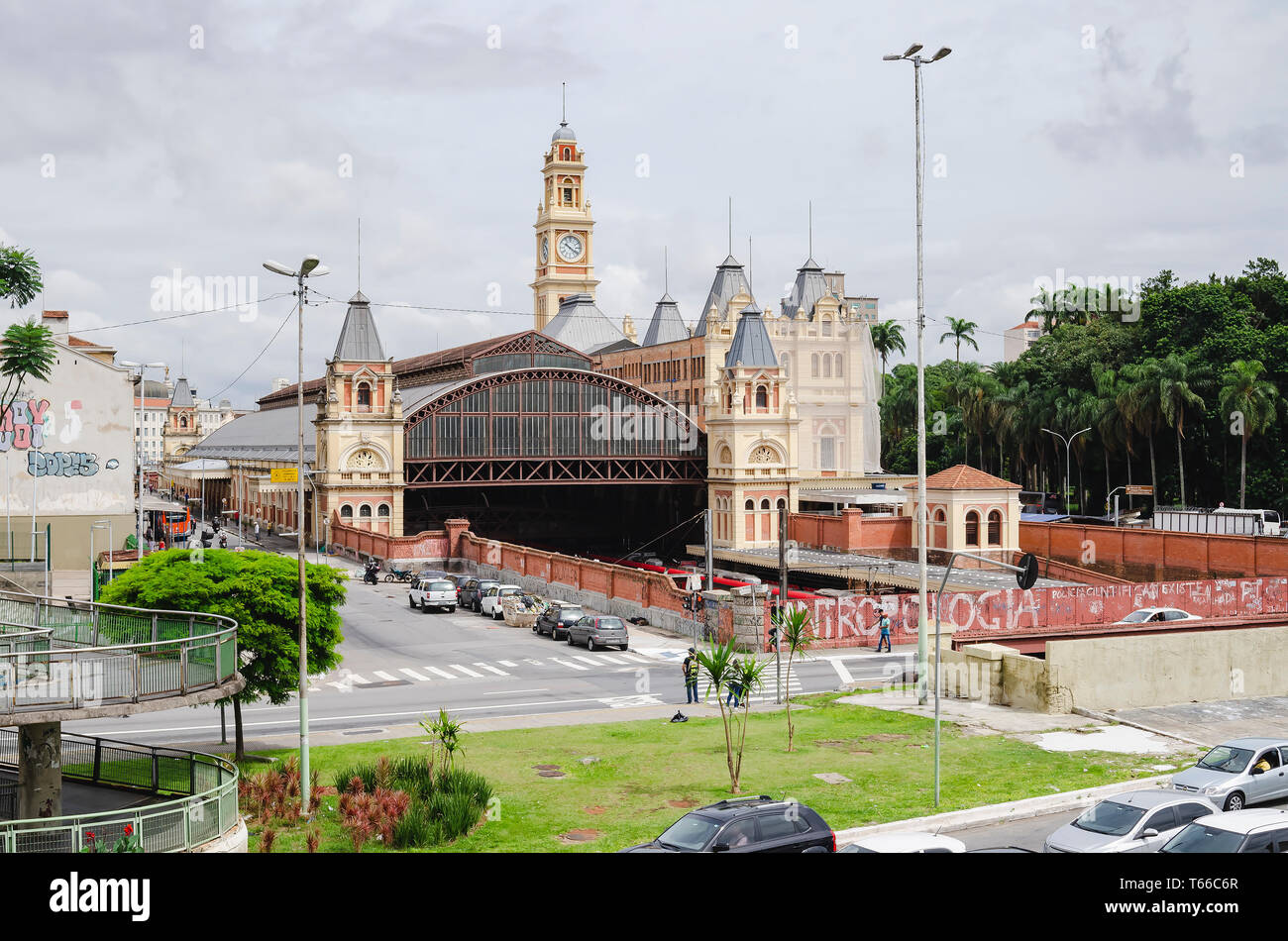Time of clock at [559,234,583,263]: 10:20
